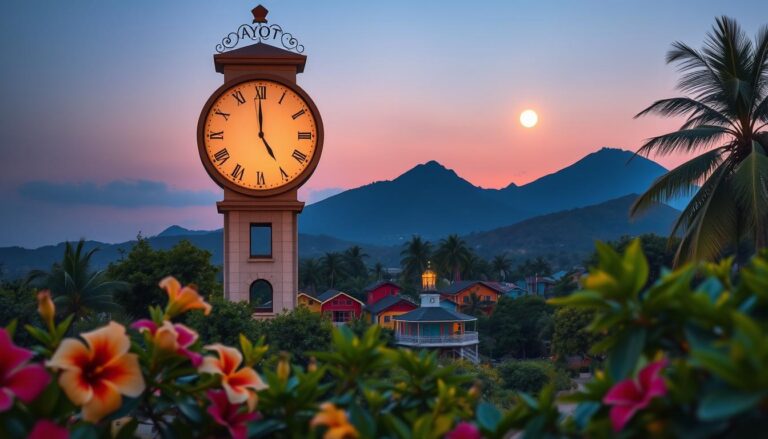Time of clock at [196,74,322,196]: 4:59
